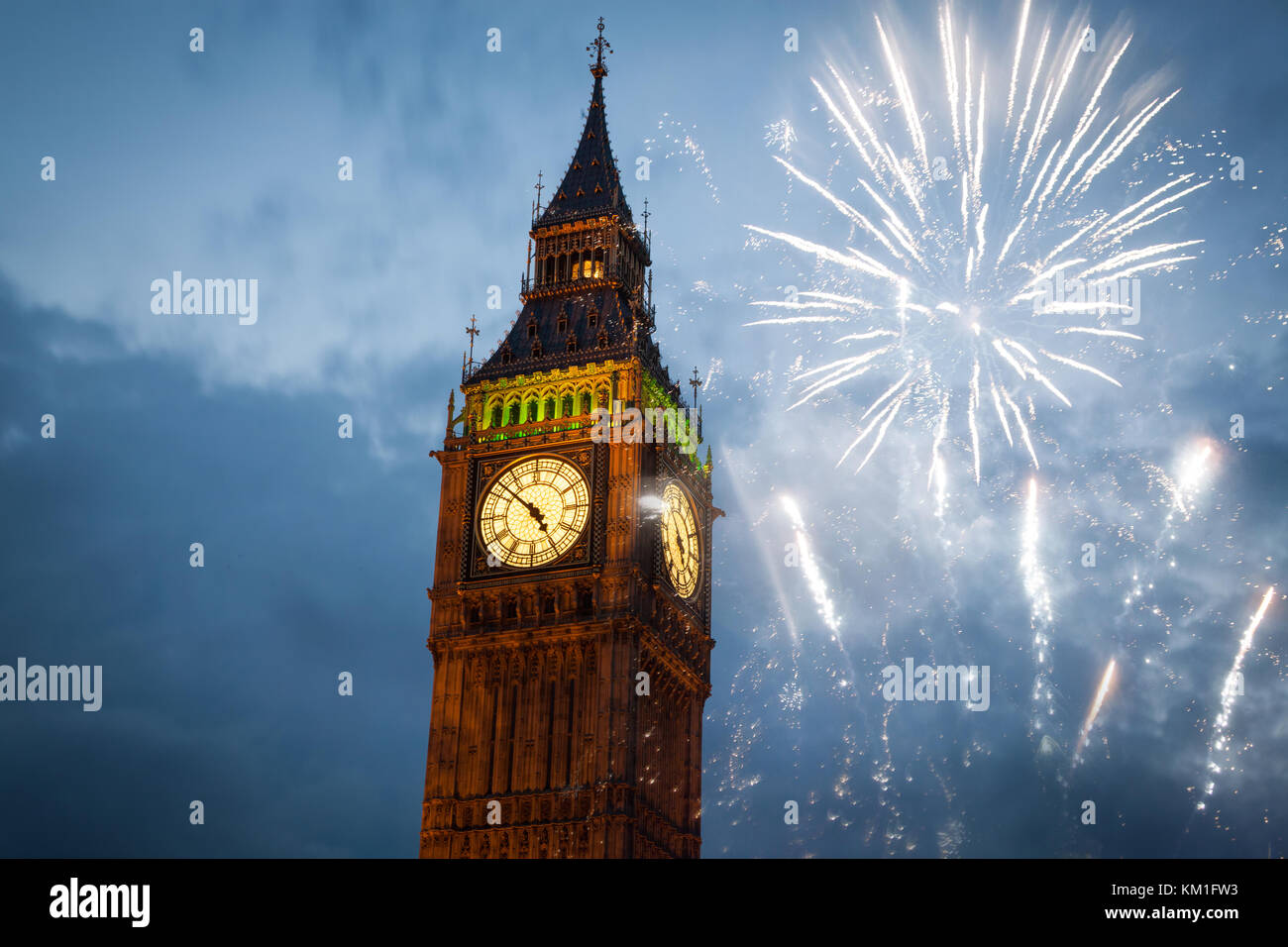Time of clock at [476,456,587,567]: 4:51
